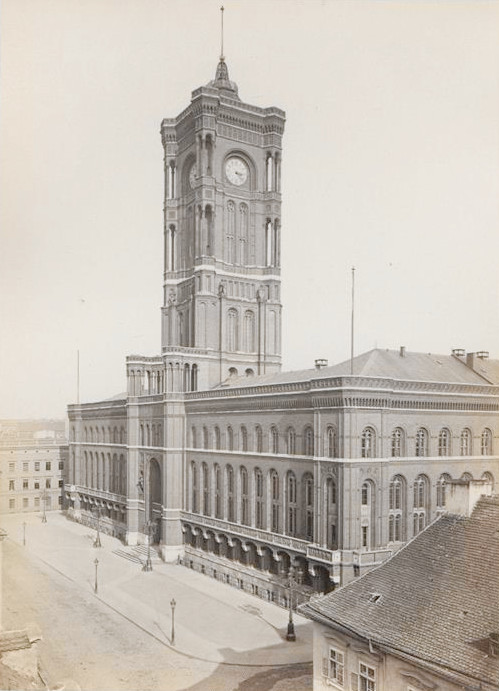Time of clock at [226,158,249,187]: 3:22
